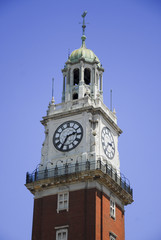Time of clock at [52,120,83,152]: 2:35
